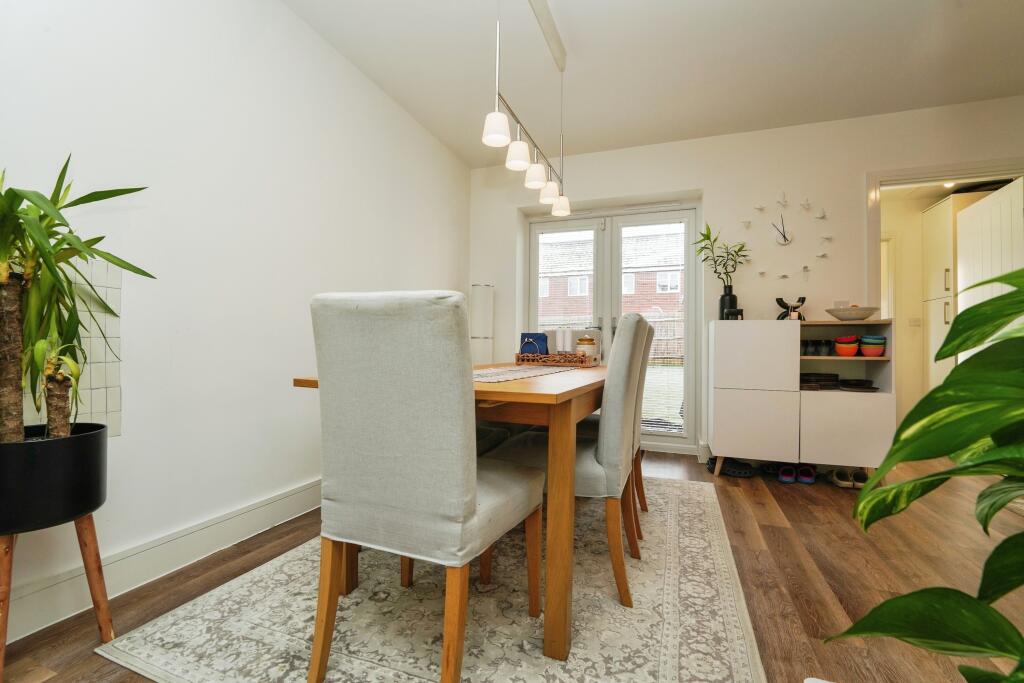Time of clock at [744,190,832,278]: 10:59
